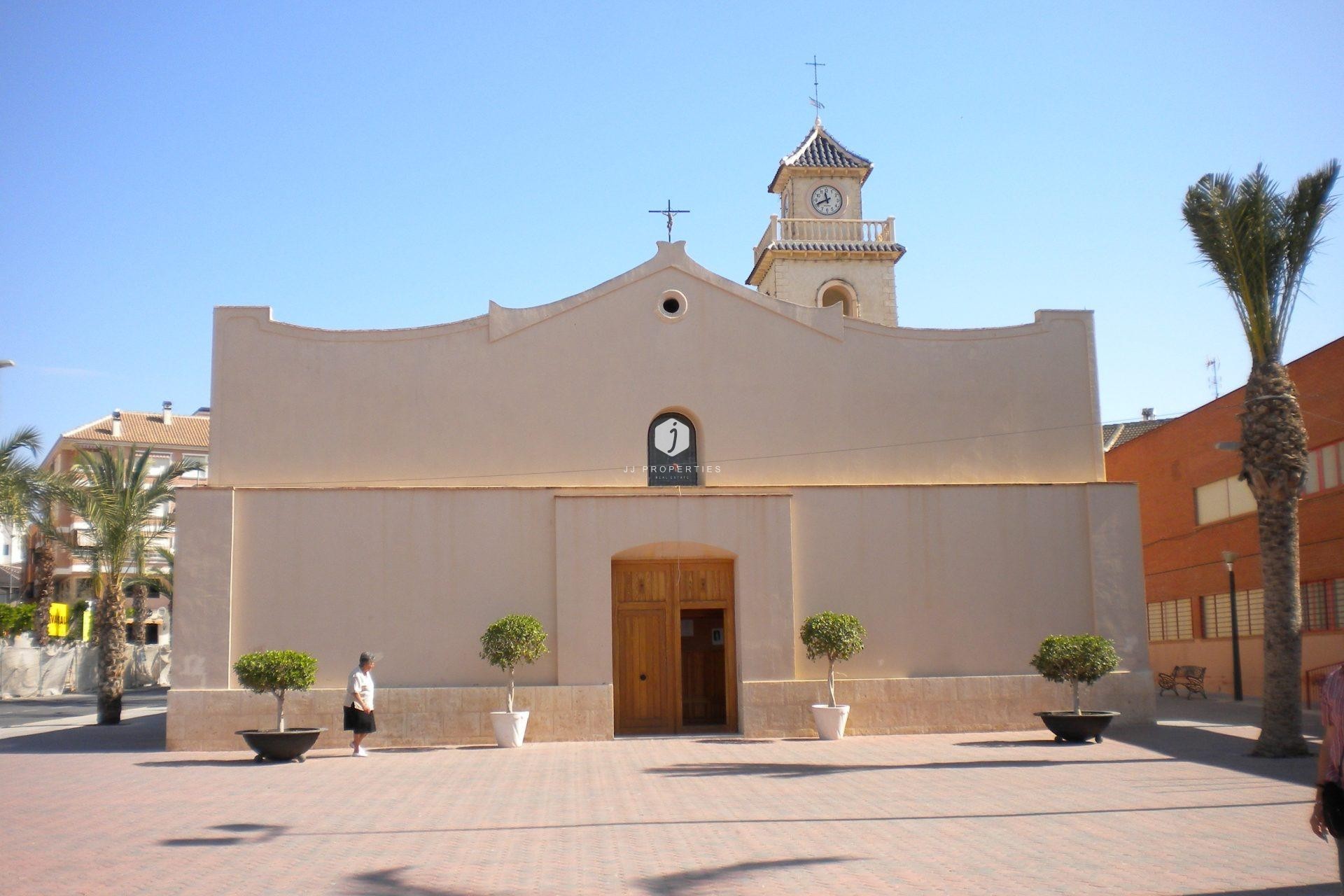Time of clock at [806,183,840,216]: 11:41
